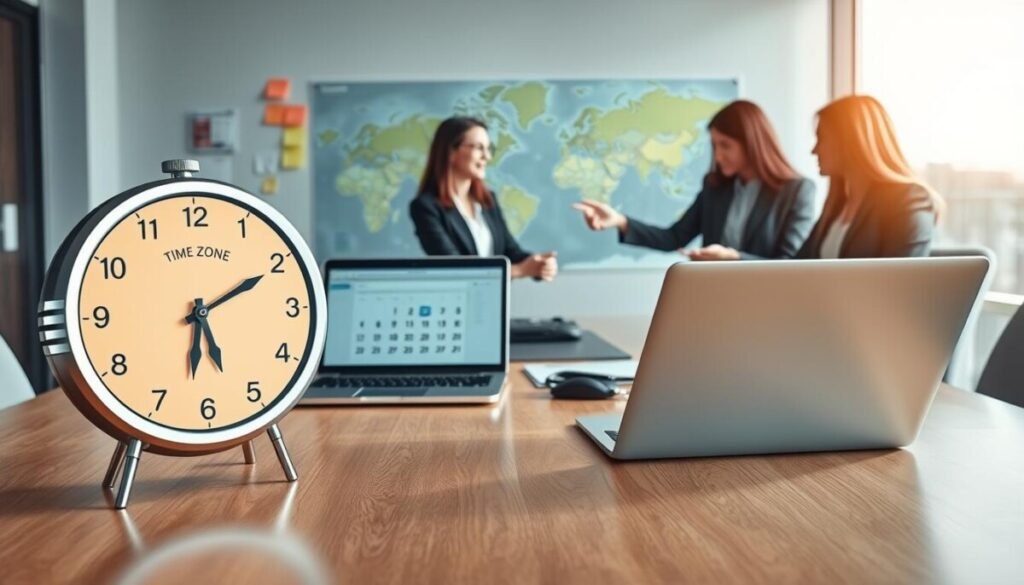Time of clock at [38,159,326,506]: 6:10
